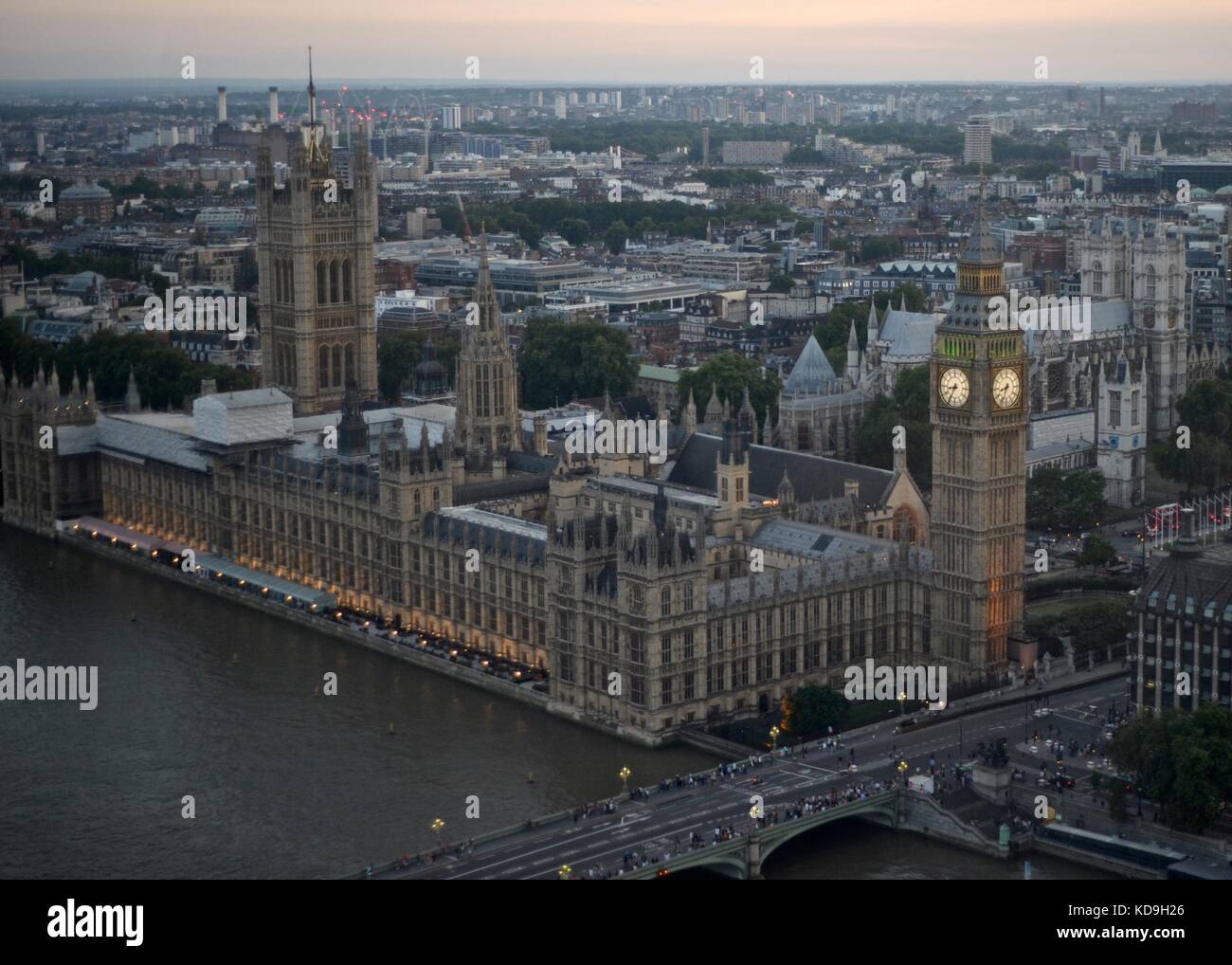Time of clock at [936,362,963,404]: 8:34
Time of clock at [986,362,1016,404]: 8:33
